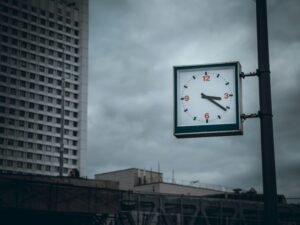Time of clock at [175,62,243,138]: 3:21
